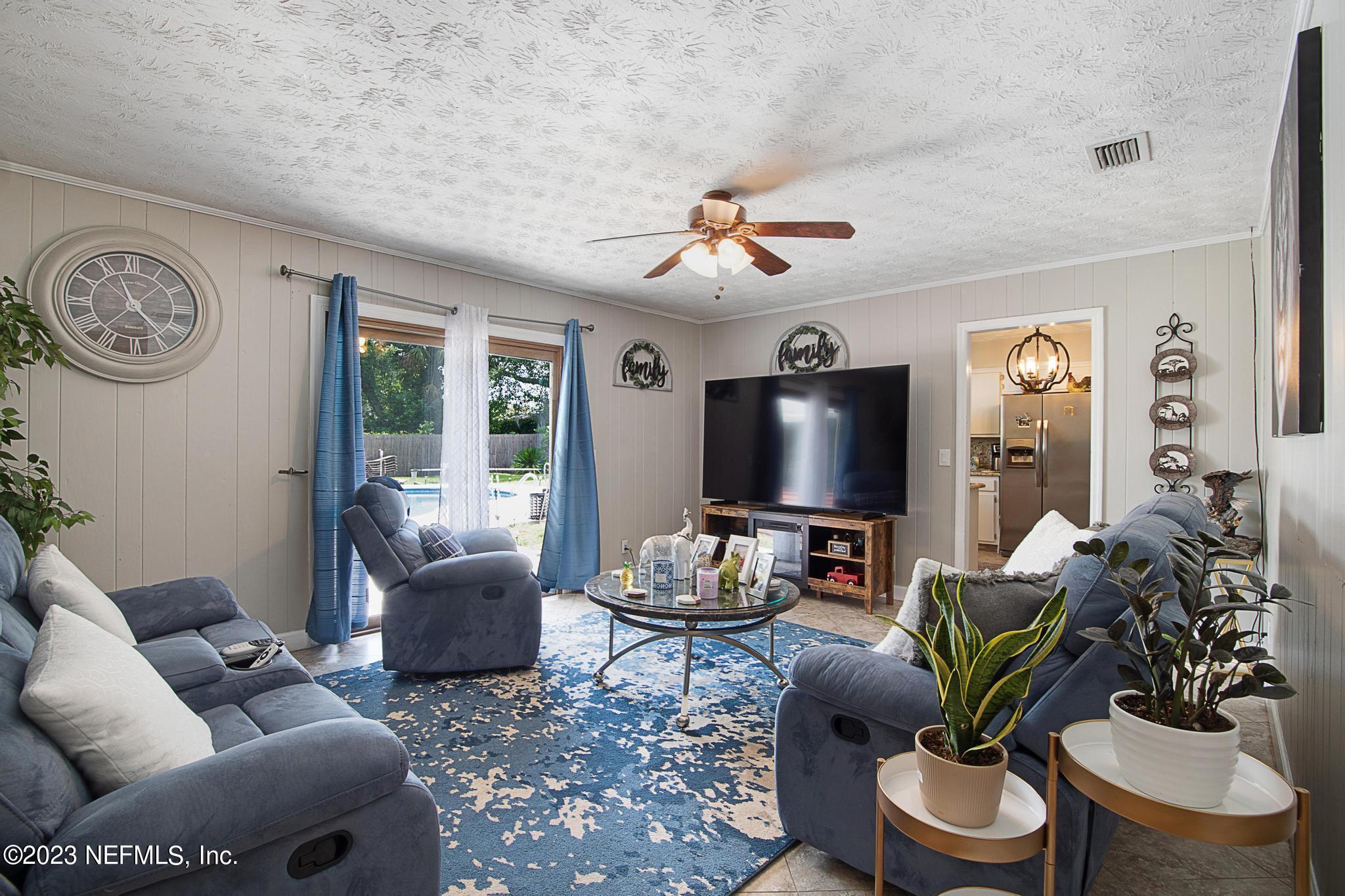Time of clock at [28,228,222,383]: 11:23
